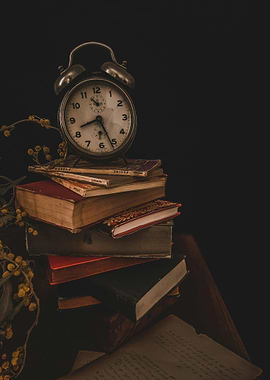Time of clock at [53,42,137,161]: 8:25
